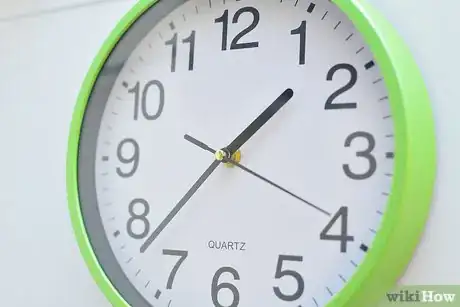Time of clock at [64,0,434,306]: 1:37
